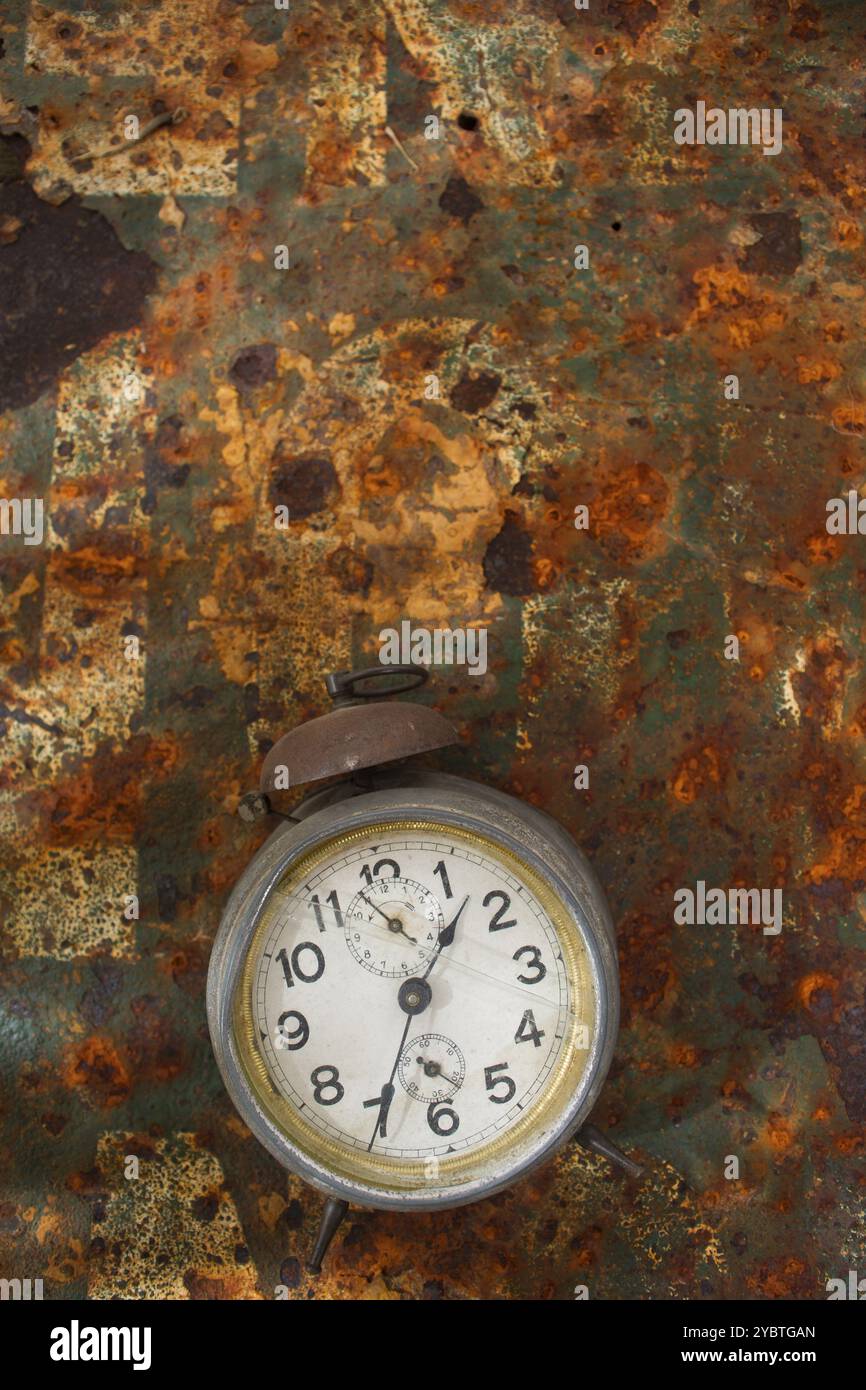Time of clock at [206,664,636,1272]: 1:34
